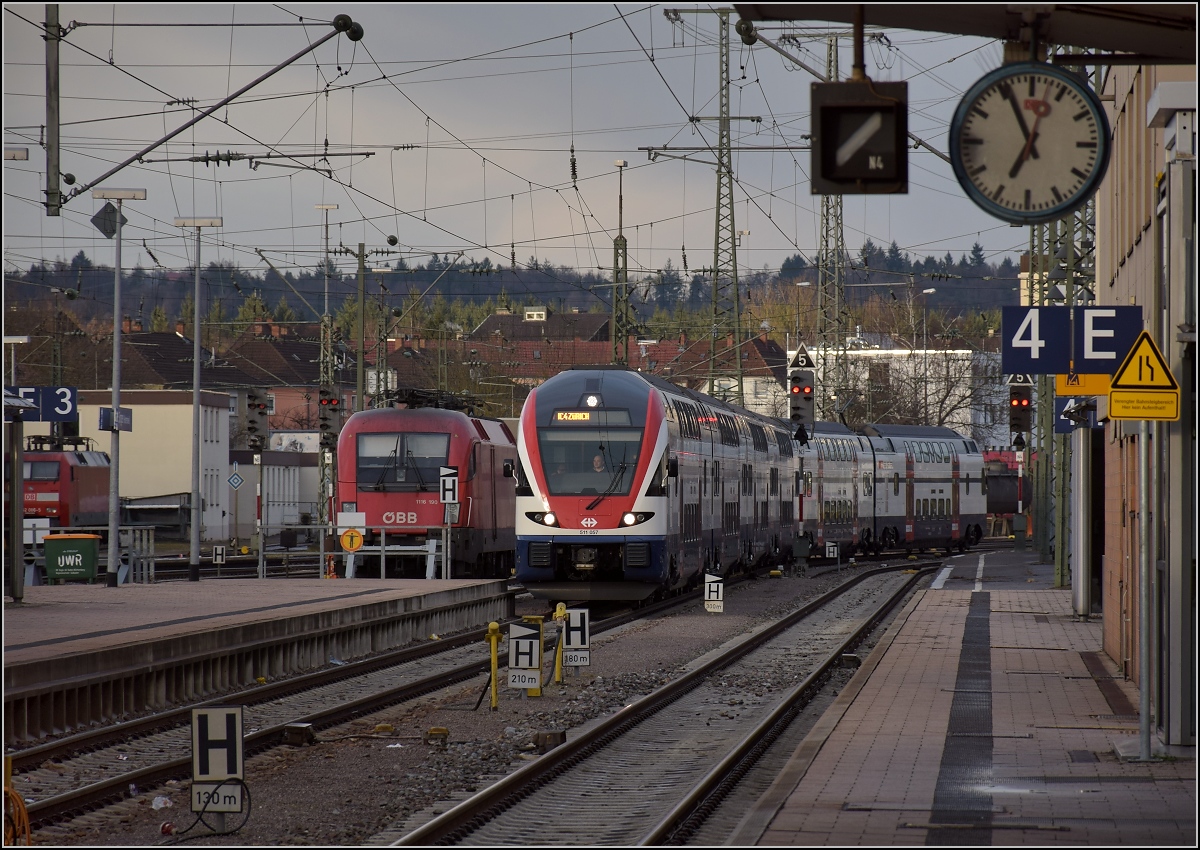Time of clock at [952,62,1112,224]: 6:55
